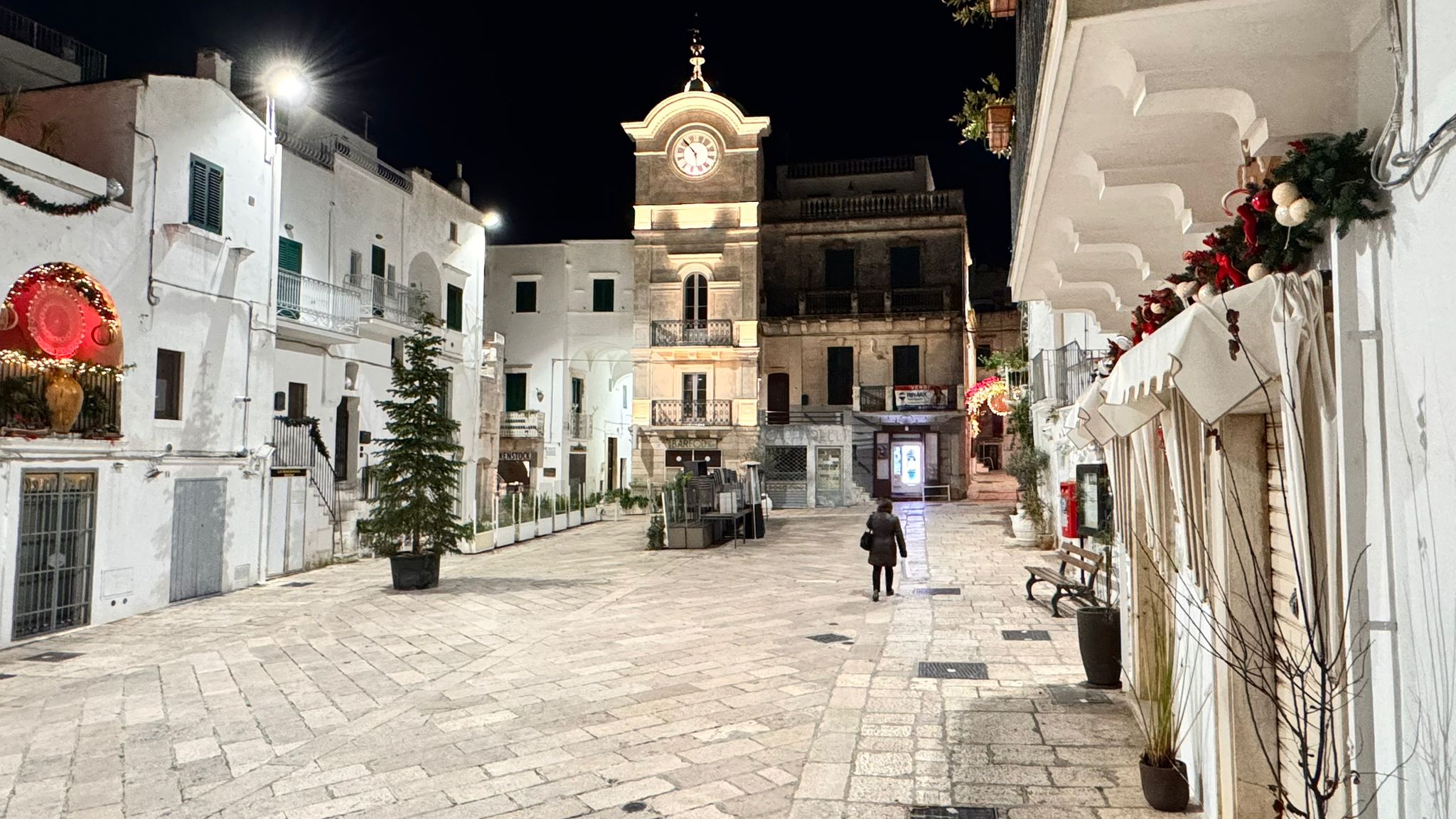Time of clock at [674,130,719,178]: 10:26
